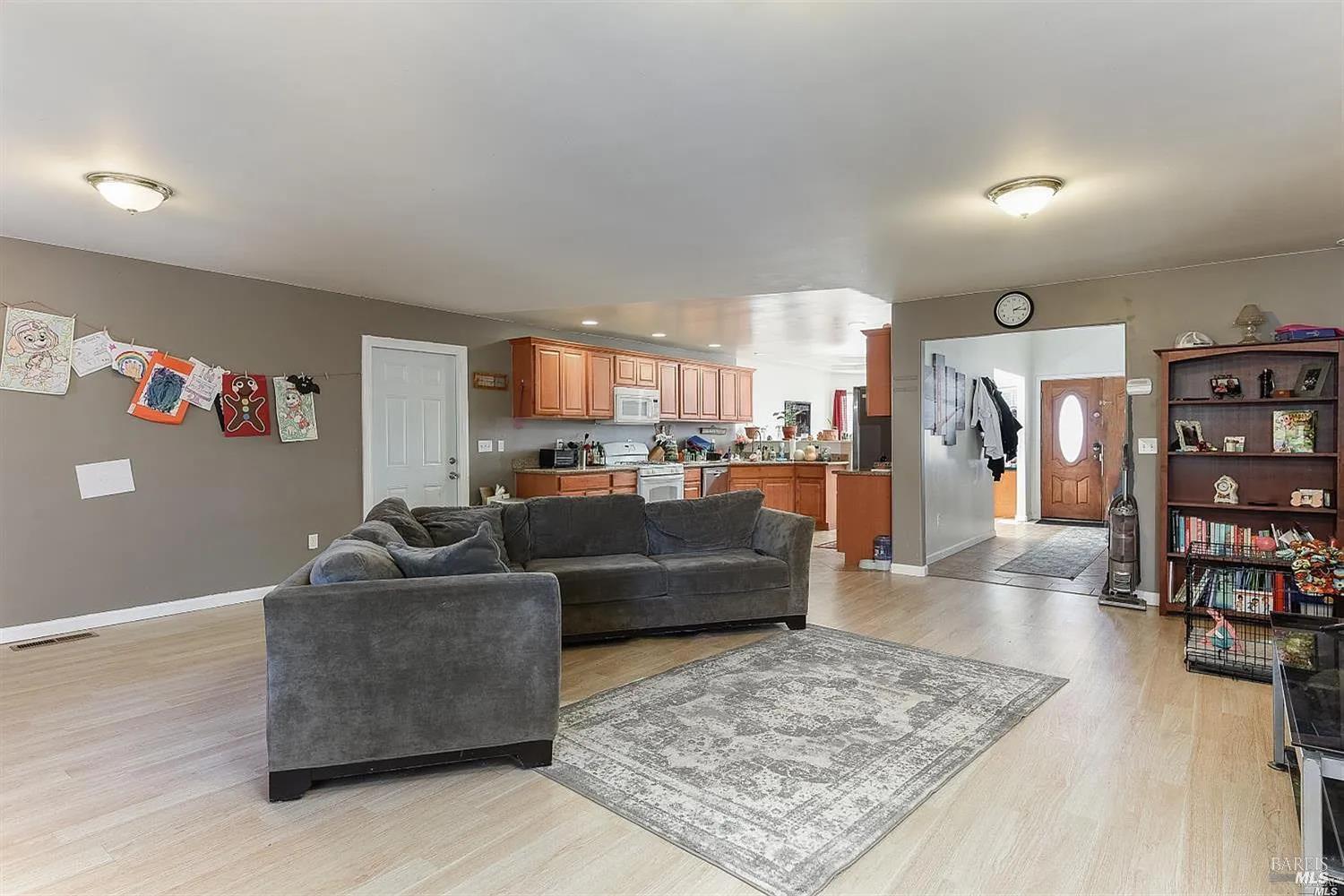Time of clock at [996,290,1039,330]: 2:15
